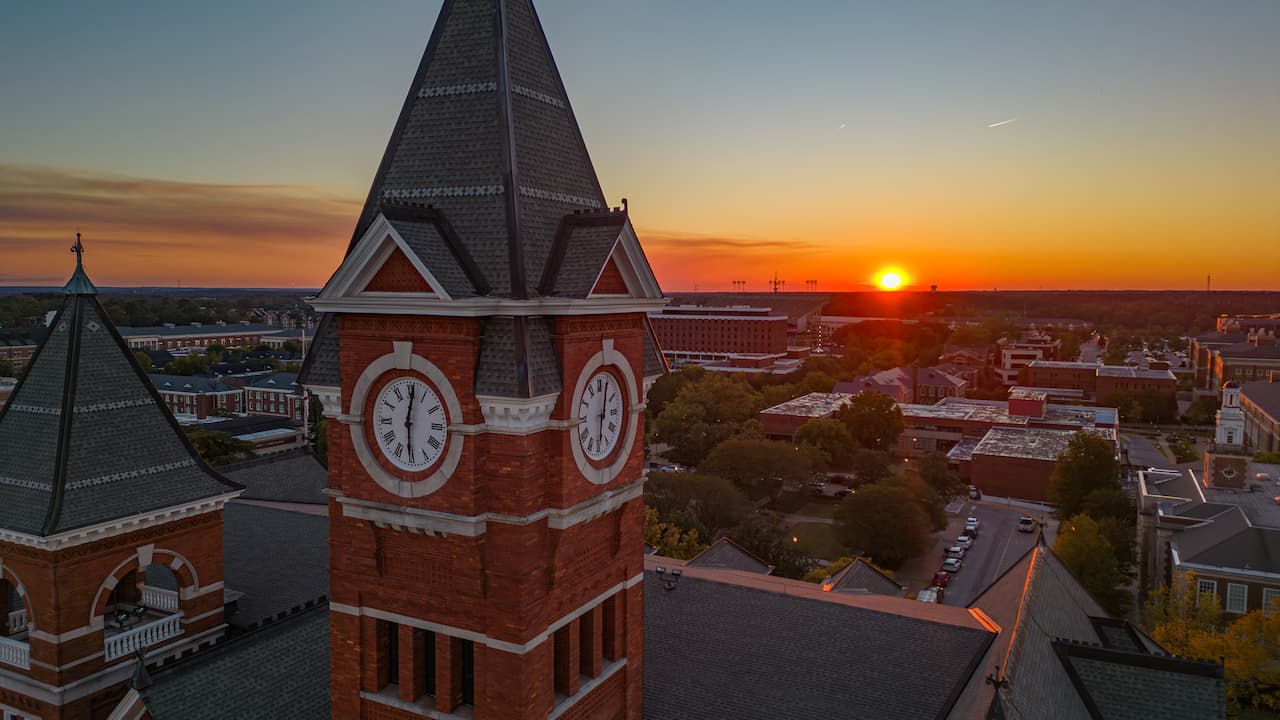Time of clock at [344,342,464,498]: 6:01
